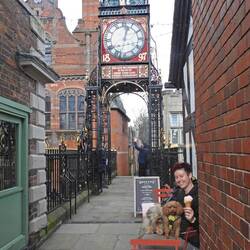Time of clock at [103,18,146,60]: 12:32
